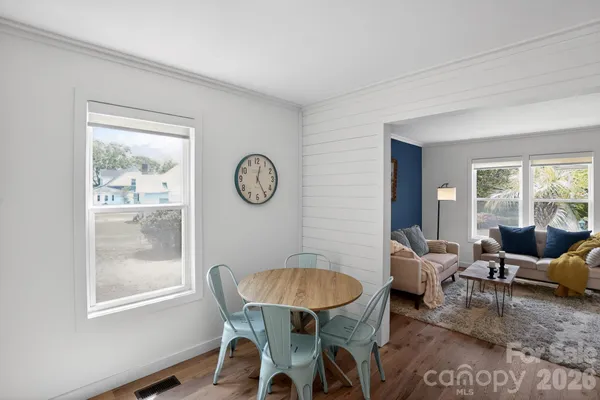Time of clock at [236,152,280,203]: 12:24
